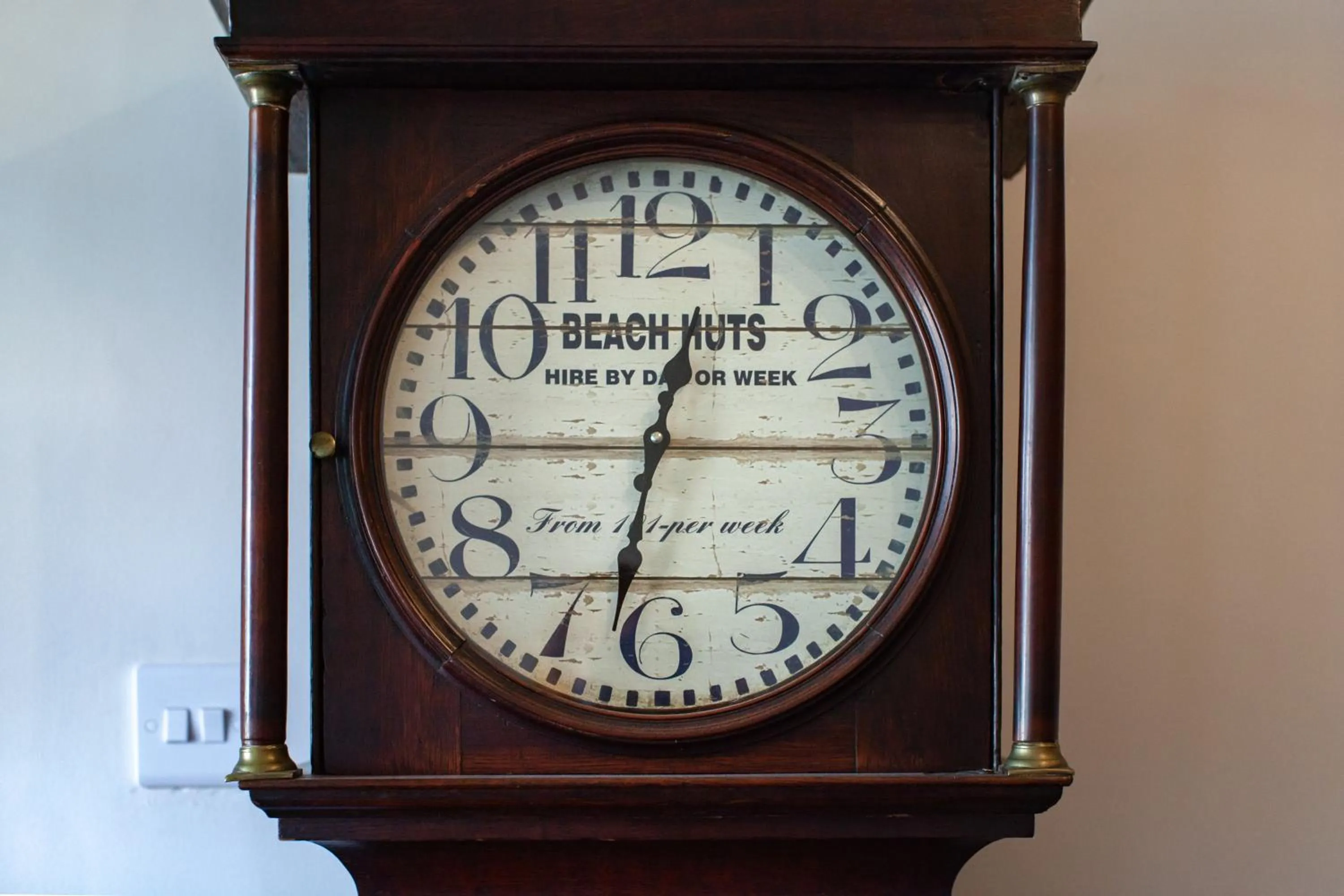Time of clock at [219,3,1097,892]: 12:32
